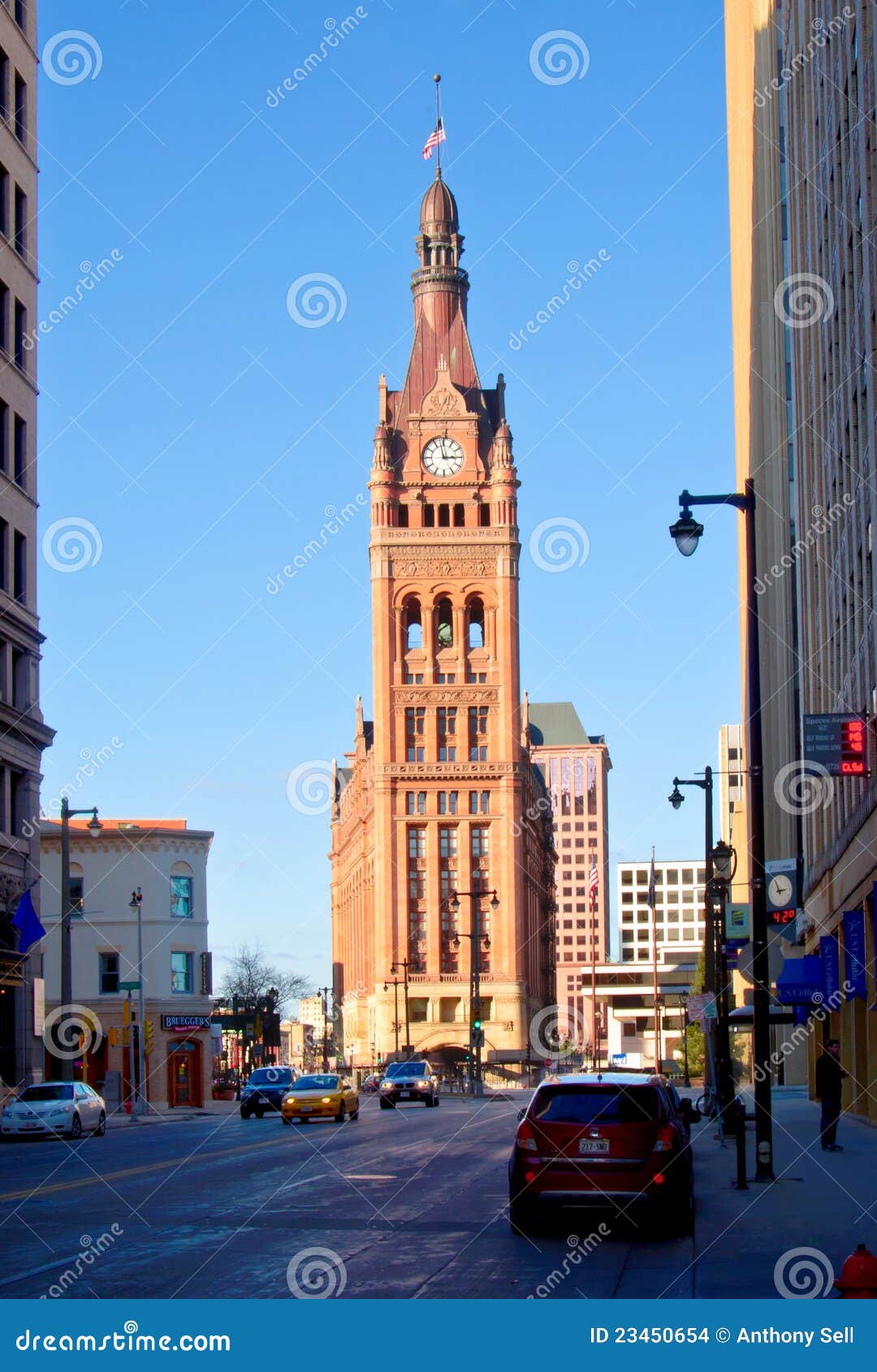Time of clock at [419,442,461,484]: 2:57
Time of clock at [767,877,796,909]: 2:56
